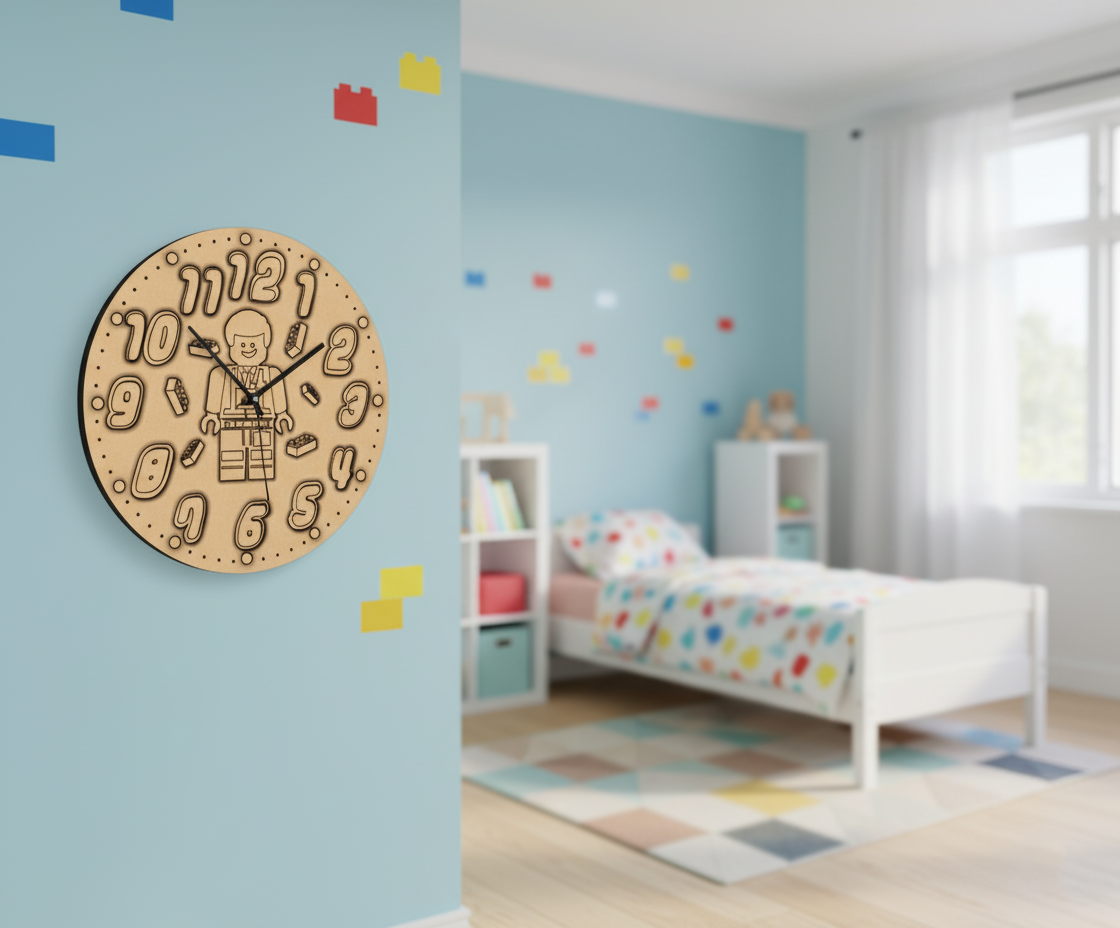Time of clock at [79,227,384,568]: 1:52
